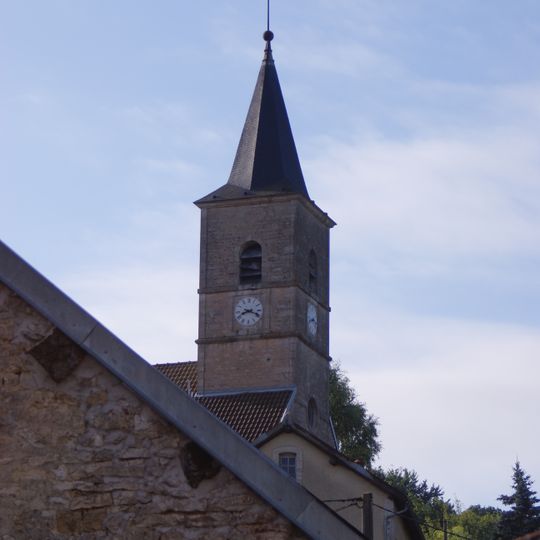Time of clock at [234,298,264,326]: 8:18
